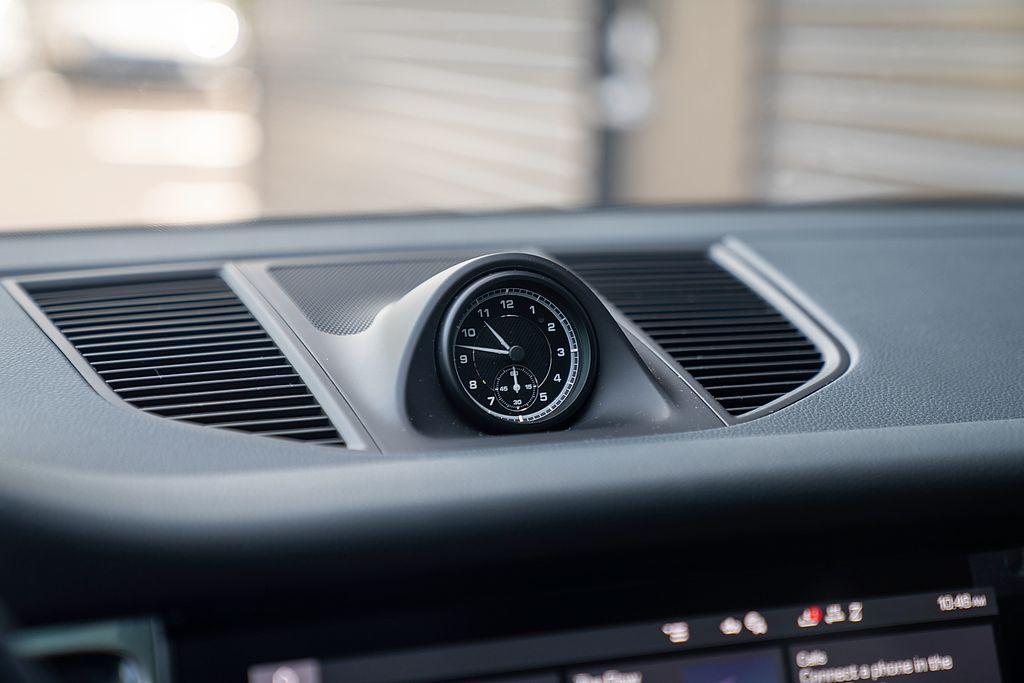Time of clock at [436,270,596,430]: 10:47
